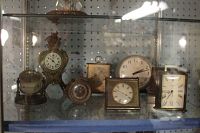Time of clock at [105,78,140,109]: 3:47
